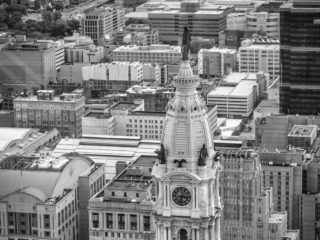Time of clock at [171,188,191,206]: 3:32
